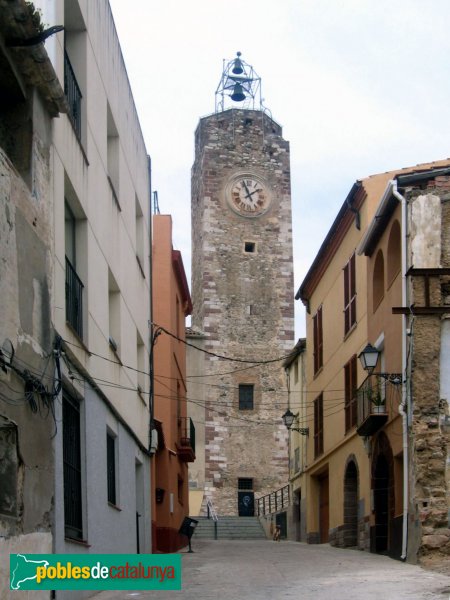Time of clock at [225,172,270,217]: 1:56
